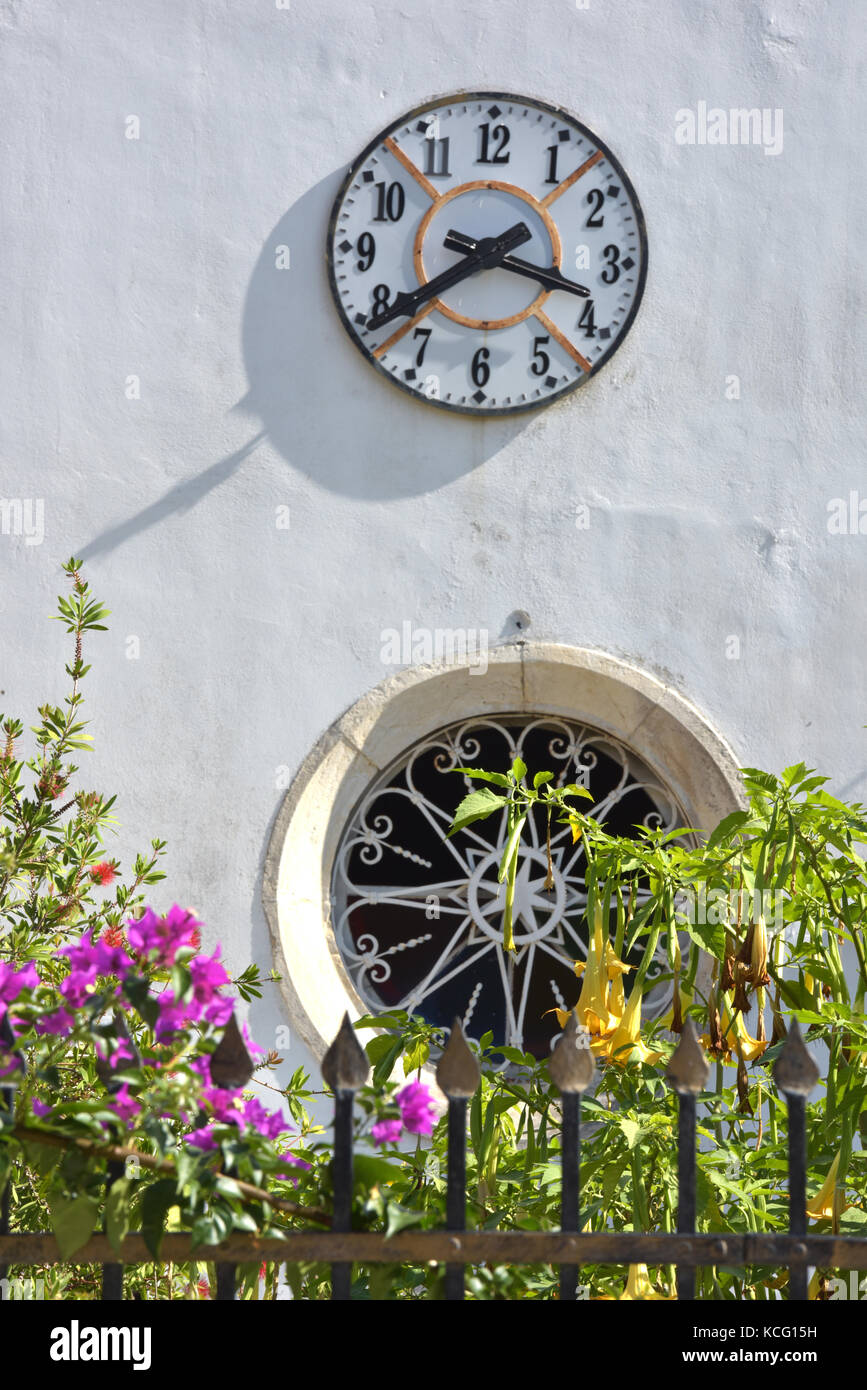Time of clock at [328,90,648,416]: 3:39
